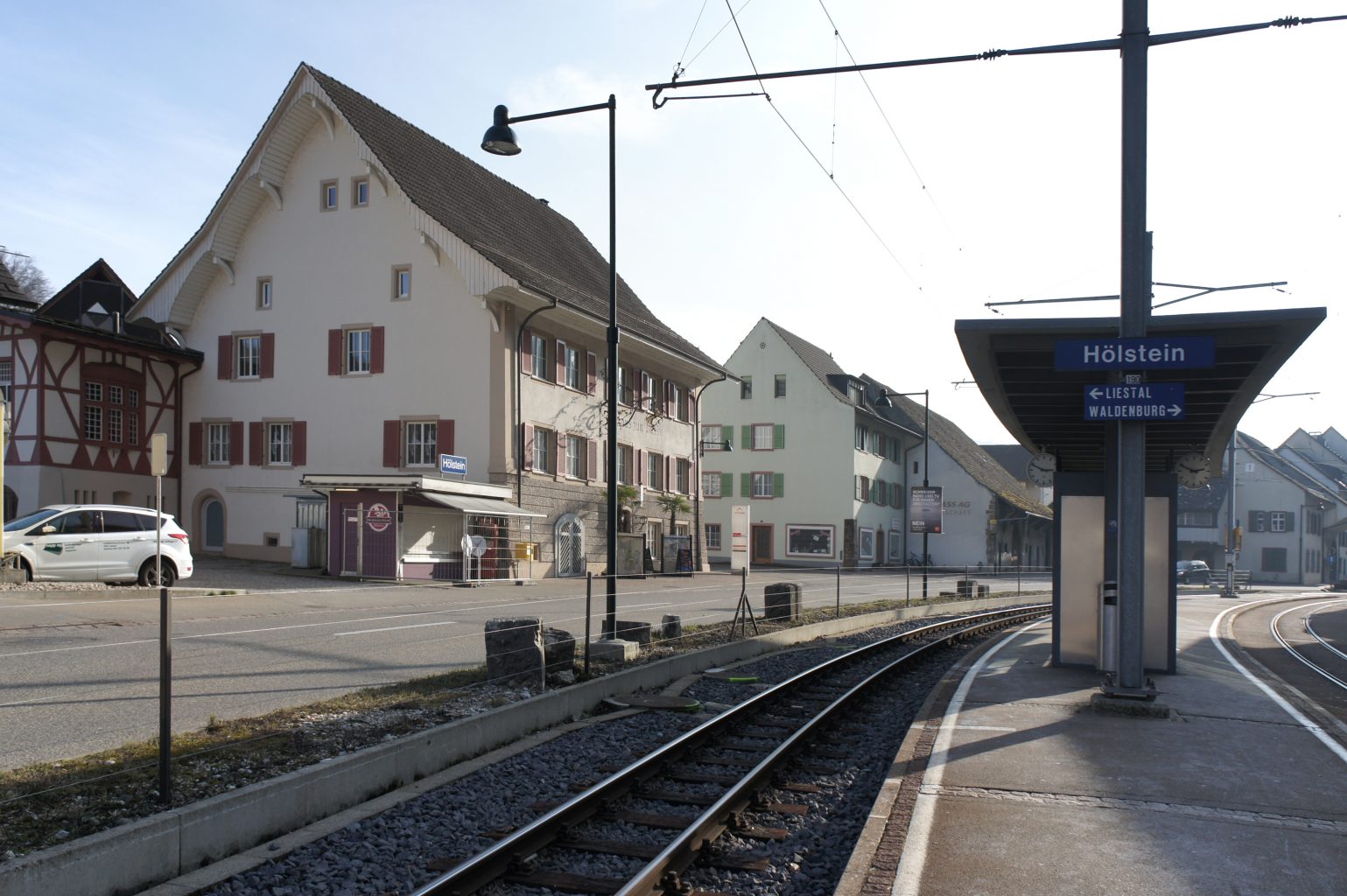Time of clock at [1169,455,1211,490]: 2:49
